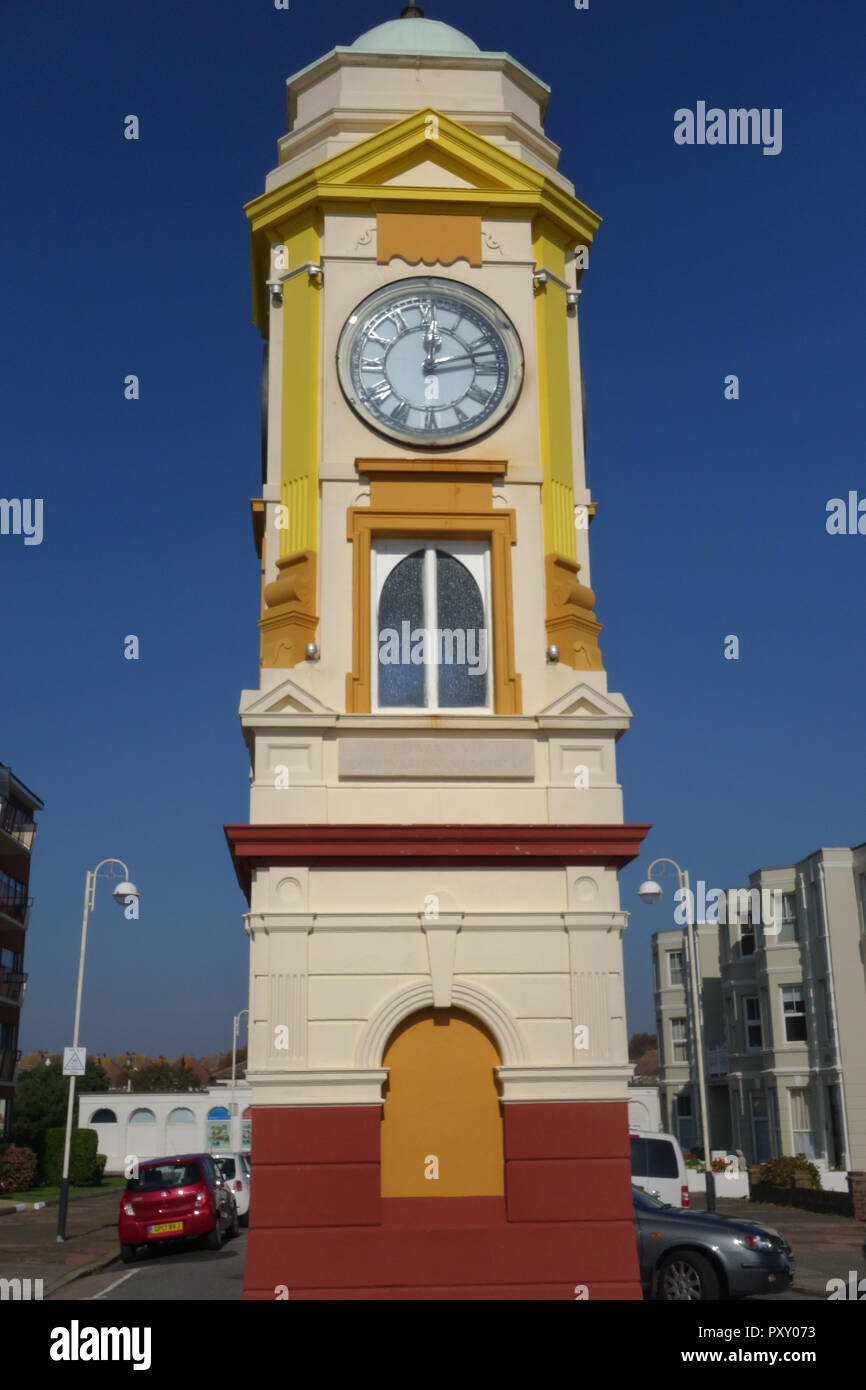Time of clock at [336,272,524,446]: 12:12
